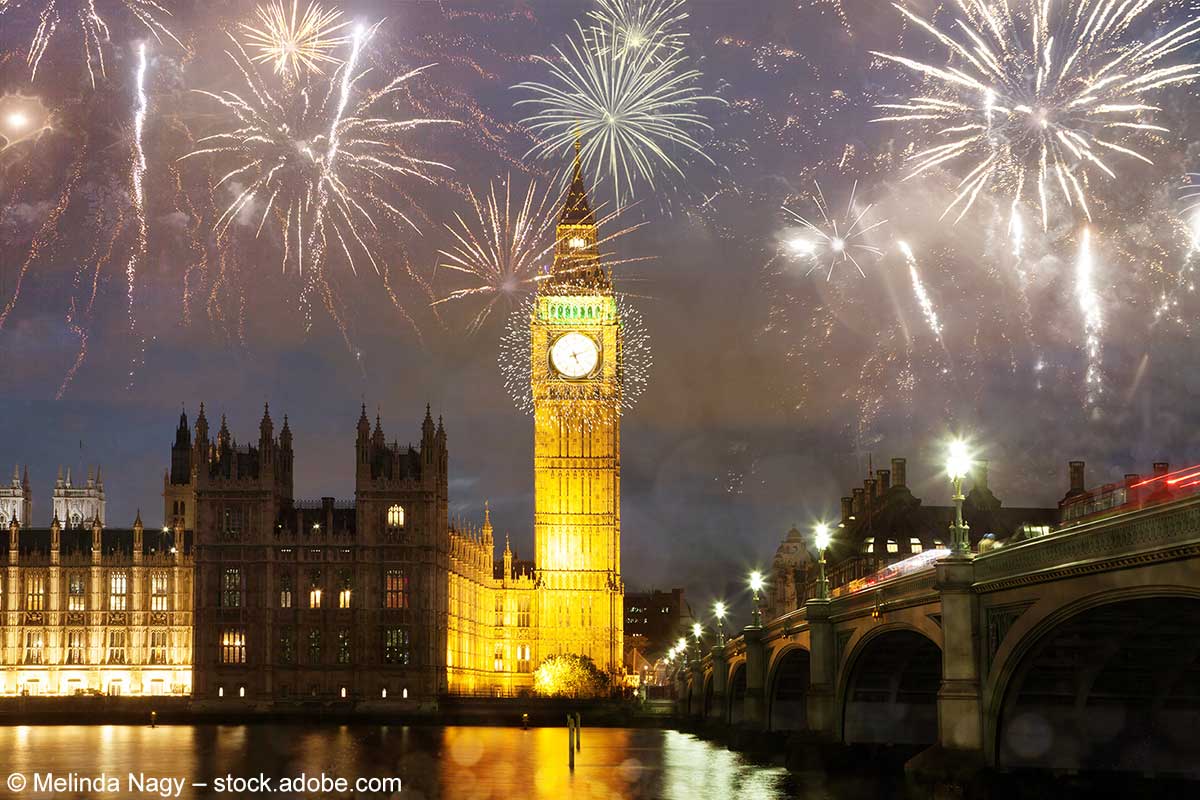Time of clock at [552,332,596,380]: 5:11
